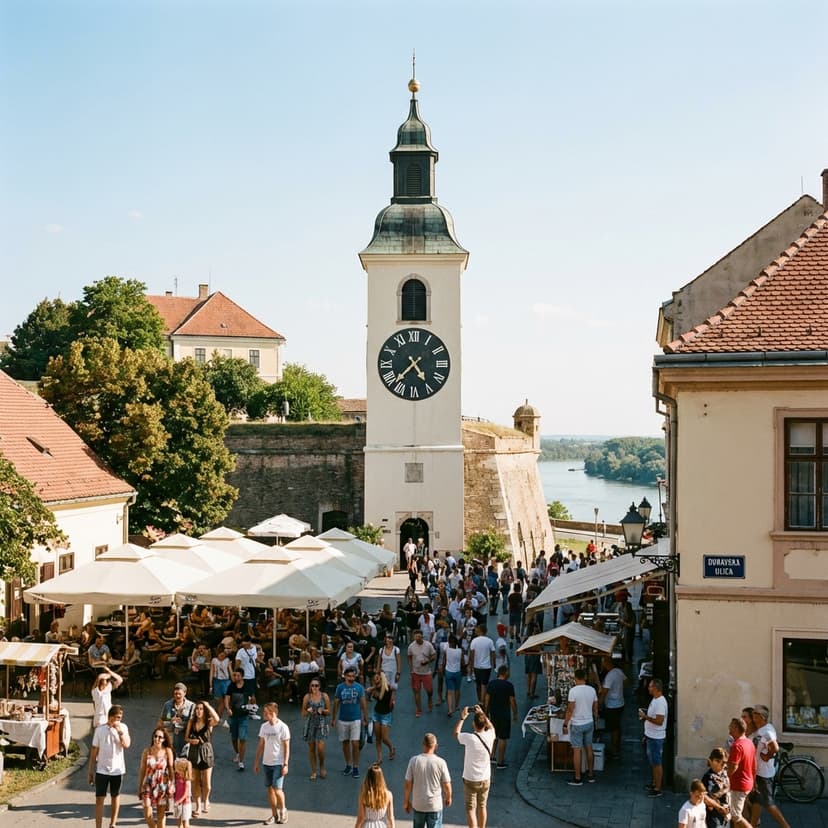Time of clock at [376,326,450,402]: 4:37
